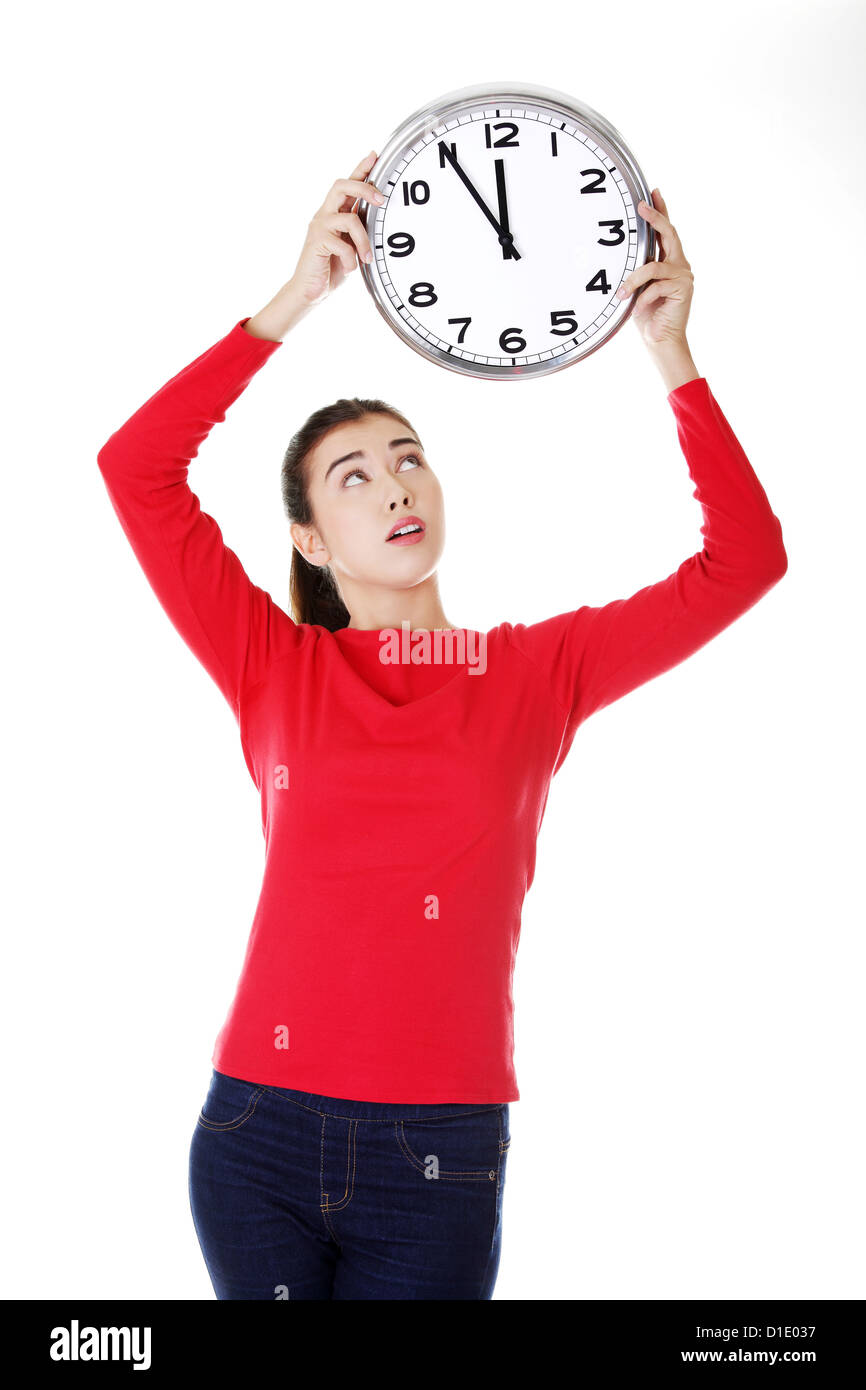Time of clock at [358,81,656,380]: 11:54
